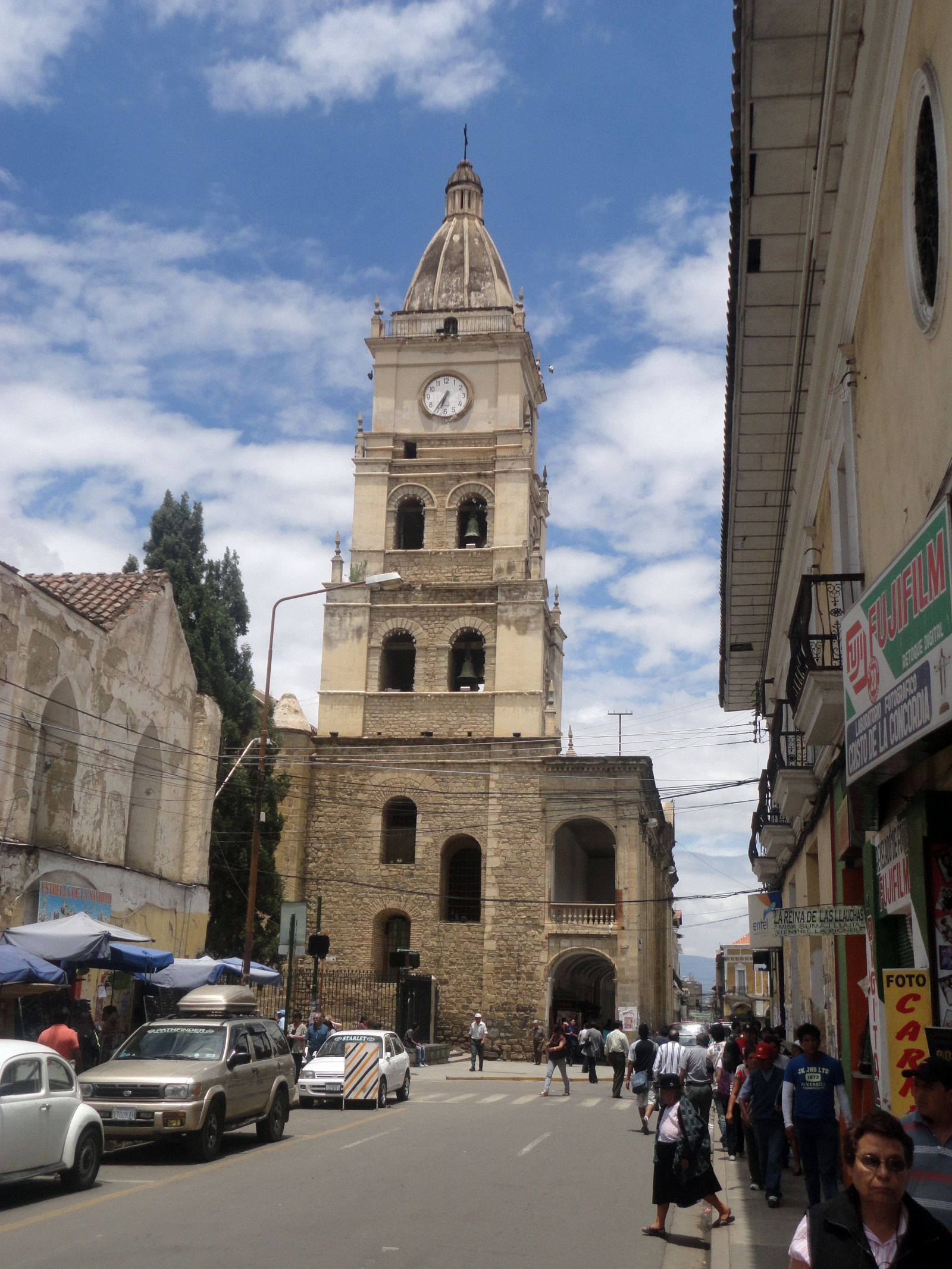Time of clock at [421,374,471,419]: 6:35
